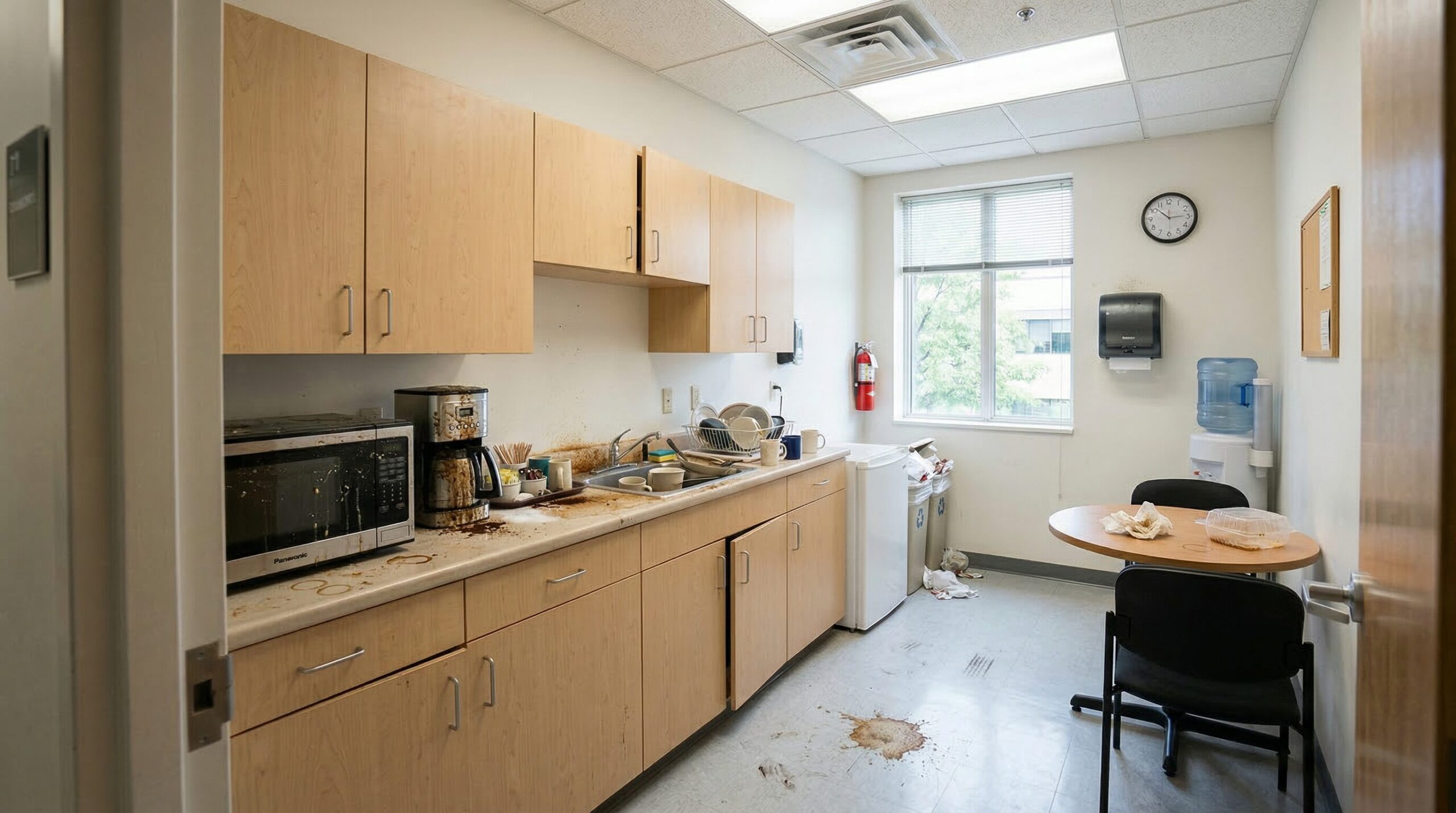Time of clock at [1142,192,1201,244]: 10:14
